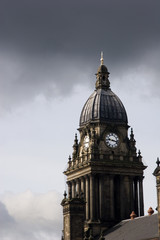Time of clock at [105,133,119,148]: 9:17
